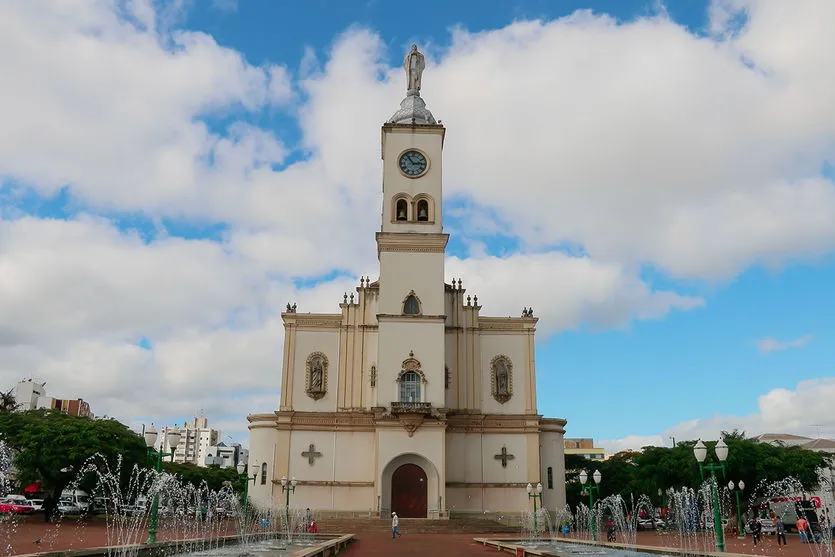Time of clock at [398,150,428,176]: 2:53
